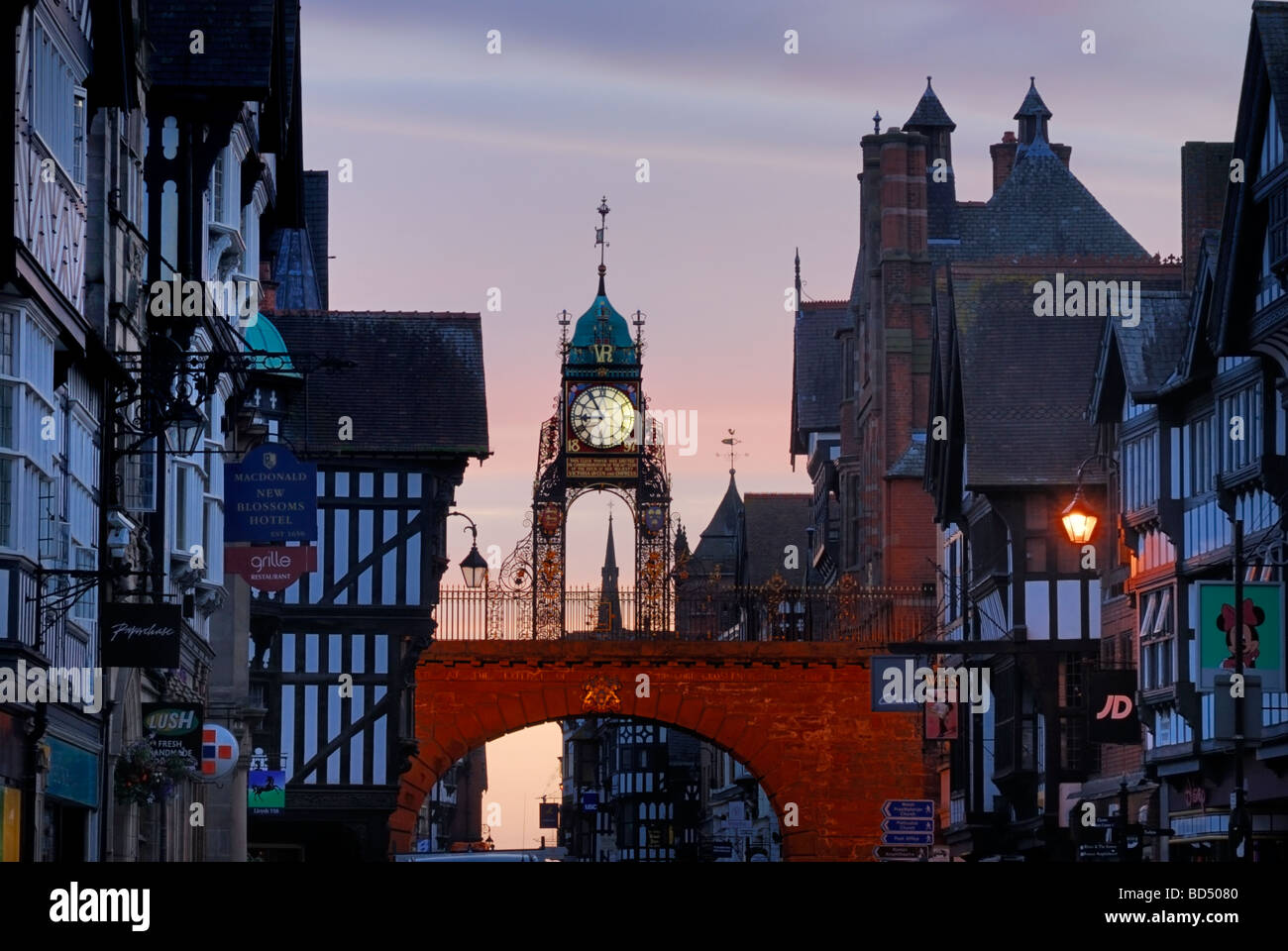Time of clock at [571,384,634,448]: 8:54
